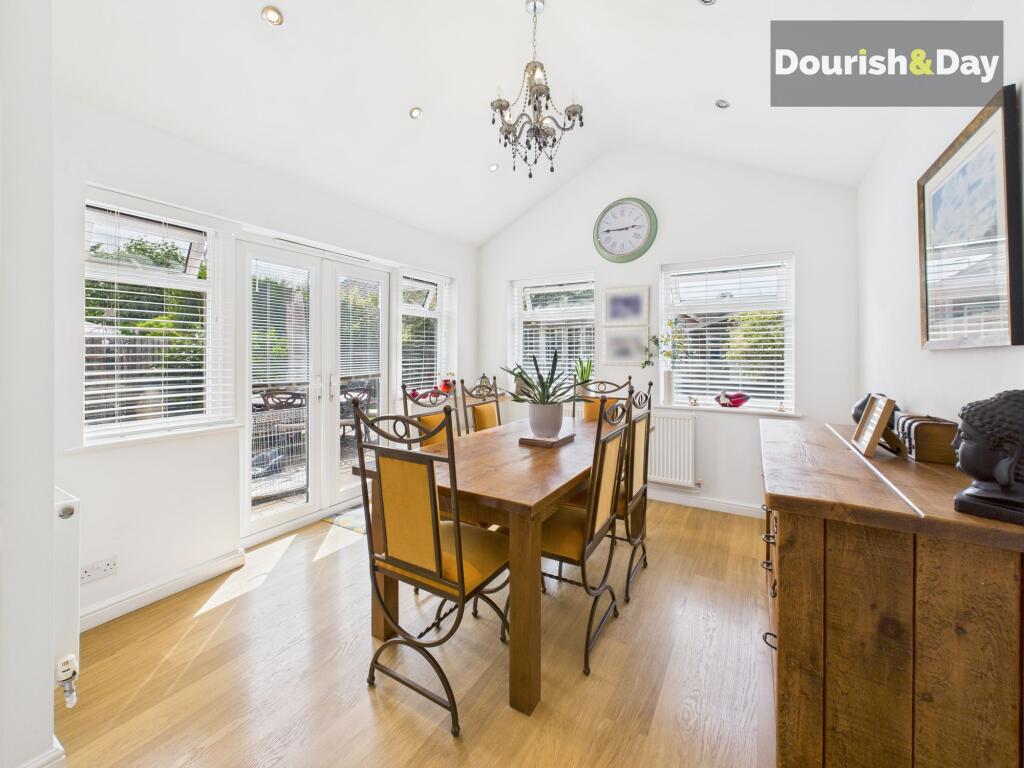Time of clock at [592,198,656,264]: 2:45
